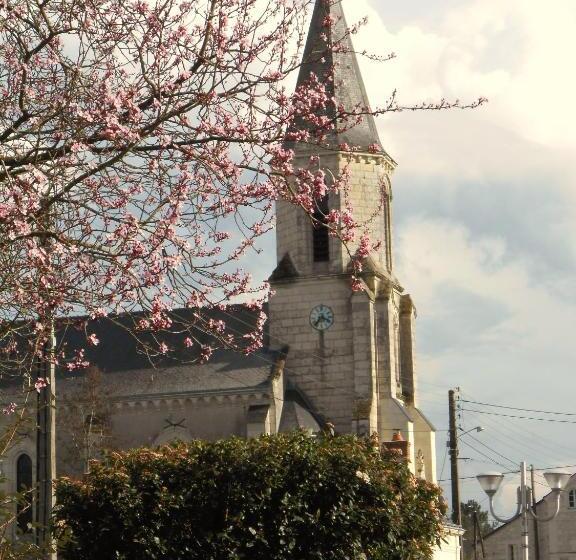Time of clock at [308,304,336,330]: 3:36
